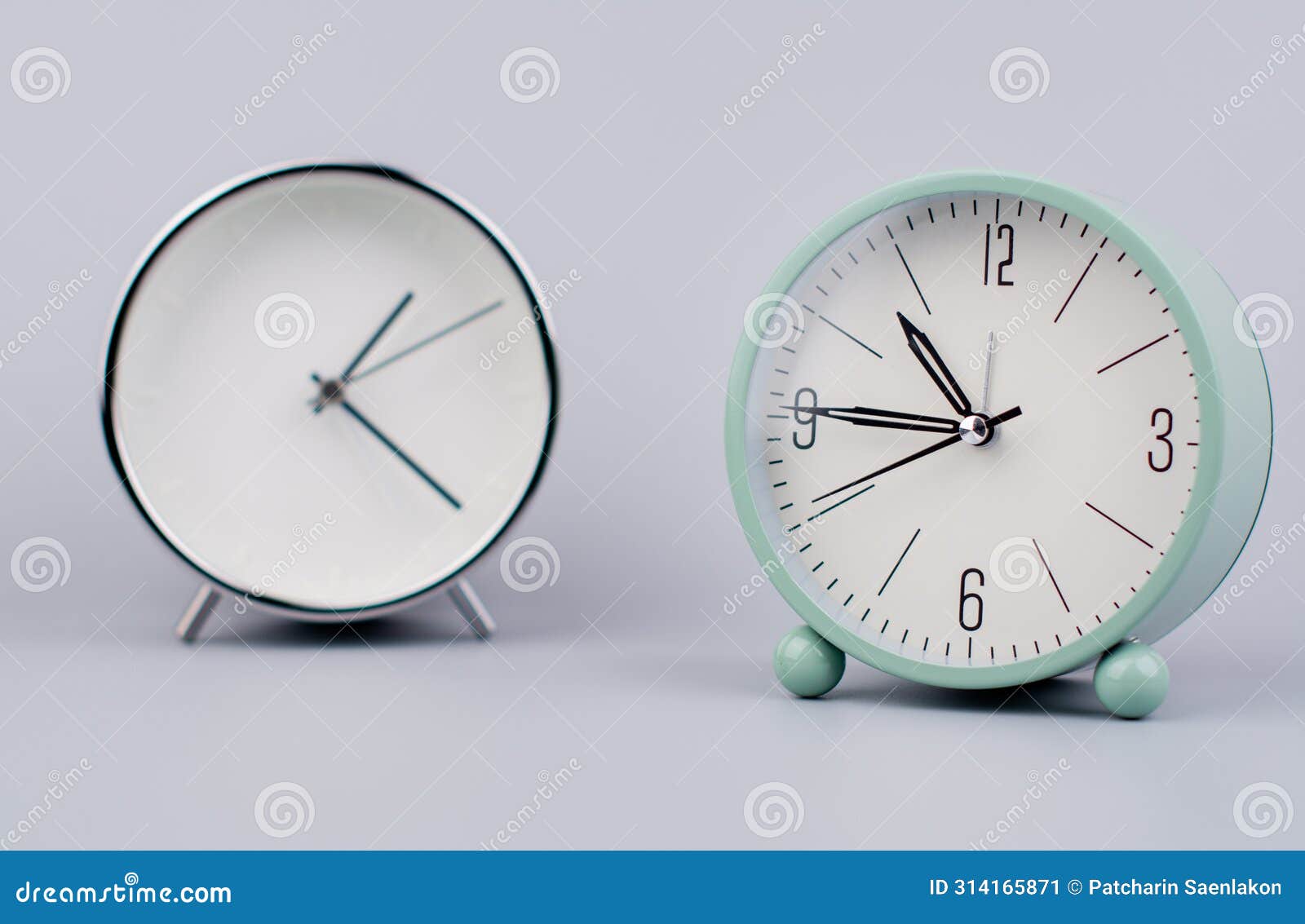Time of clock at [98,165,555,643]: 1:21
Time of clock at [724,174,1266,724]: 10:45
